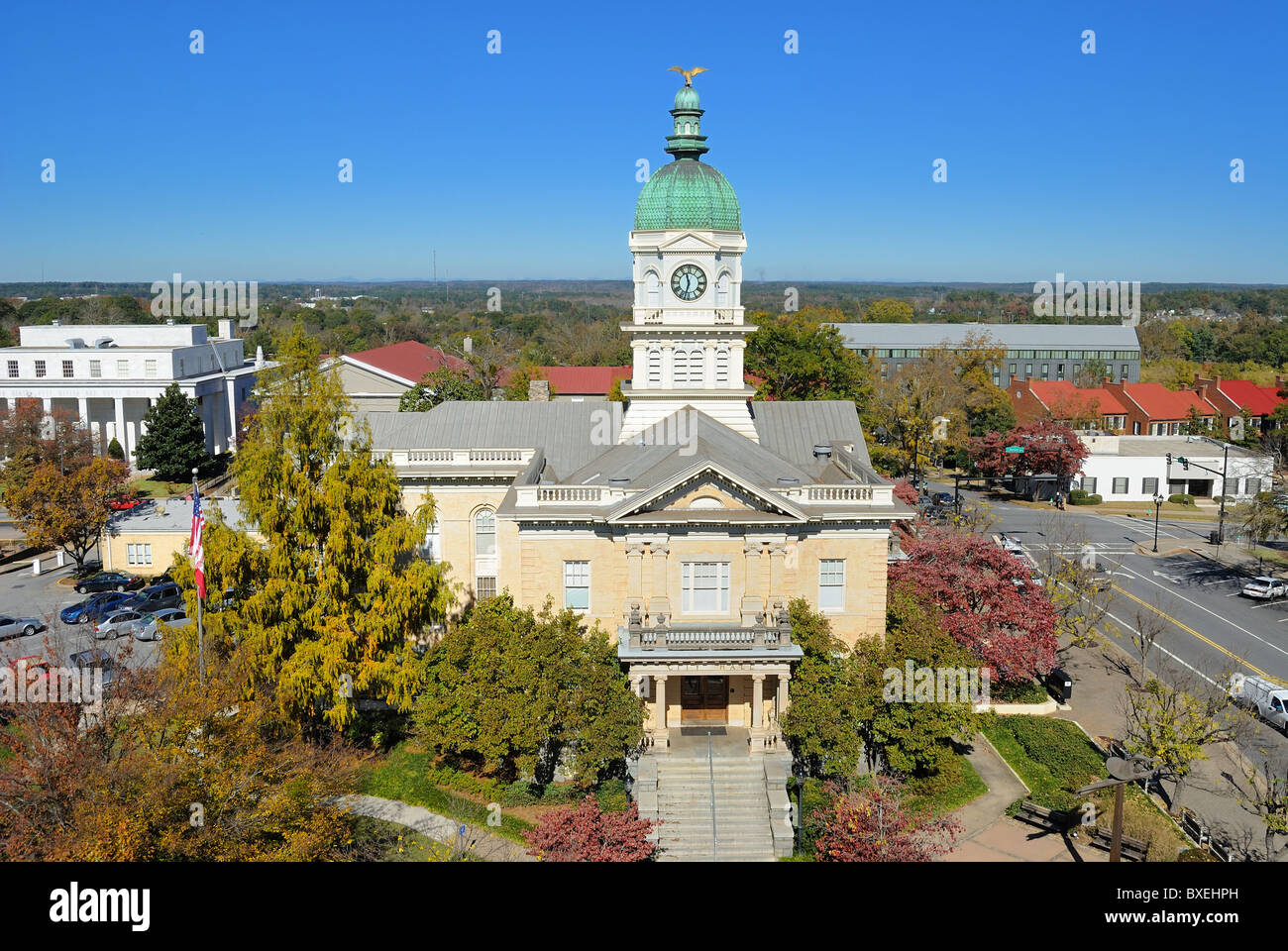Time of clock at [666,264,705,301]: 11:32
